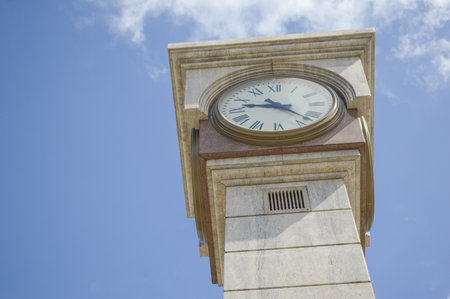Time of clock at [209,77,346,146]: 9:22
